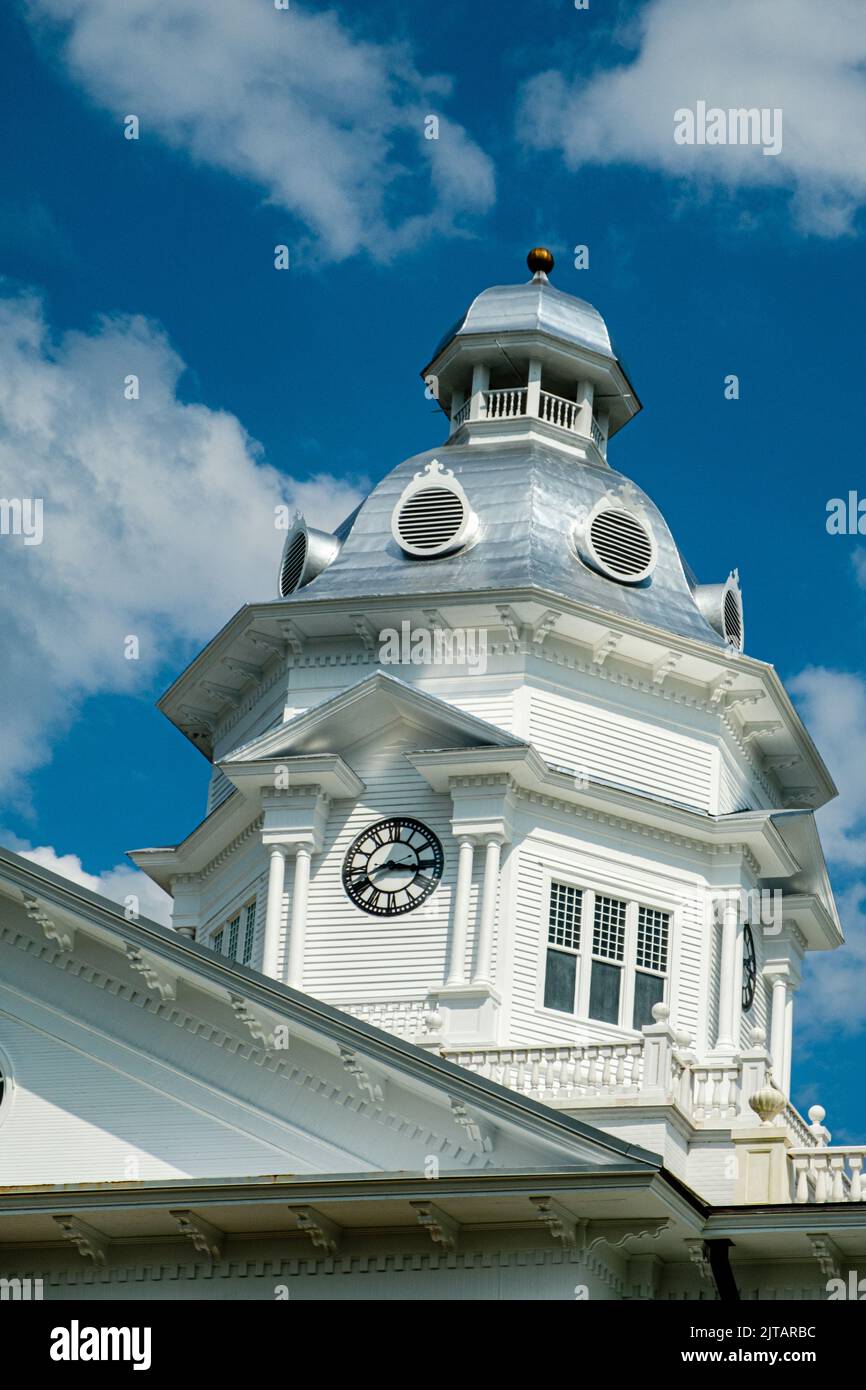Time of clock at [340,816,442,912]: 8:16
